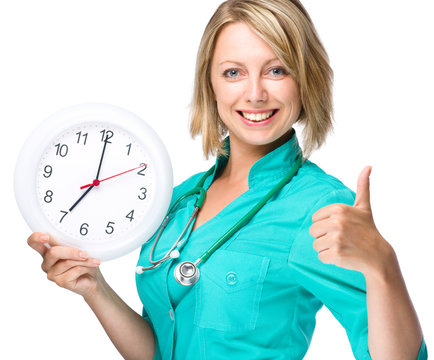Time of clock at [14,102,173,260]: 7:00
